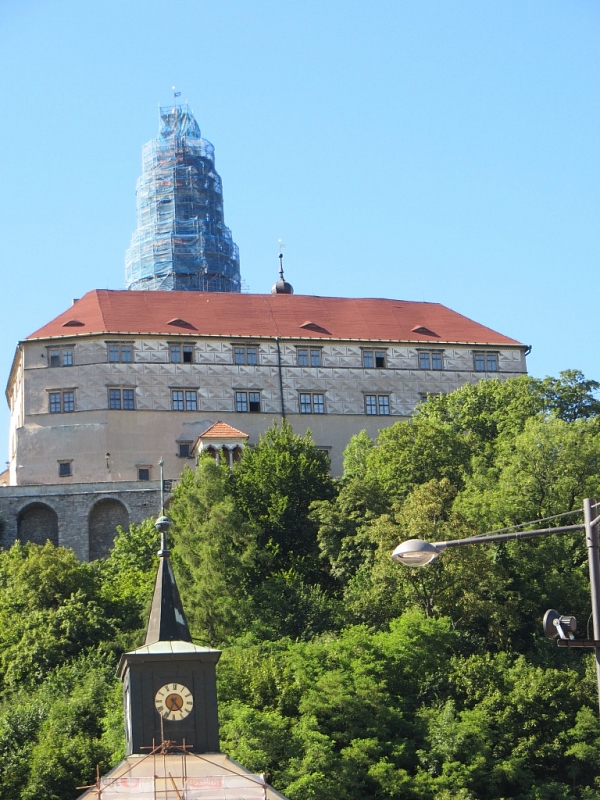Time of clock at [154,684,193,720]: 4:34
